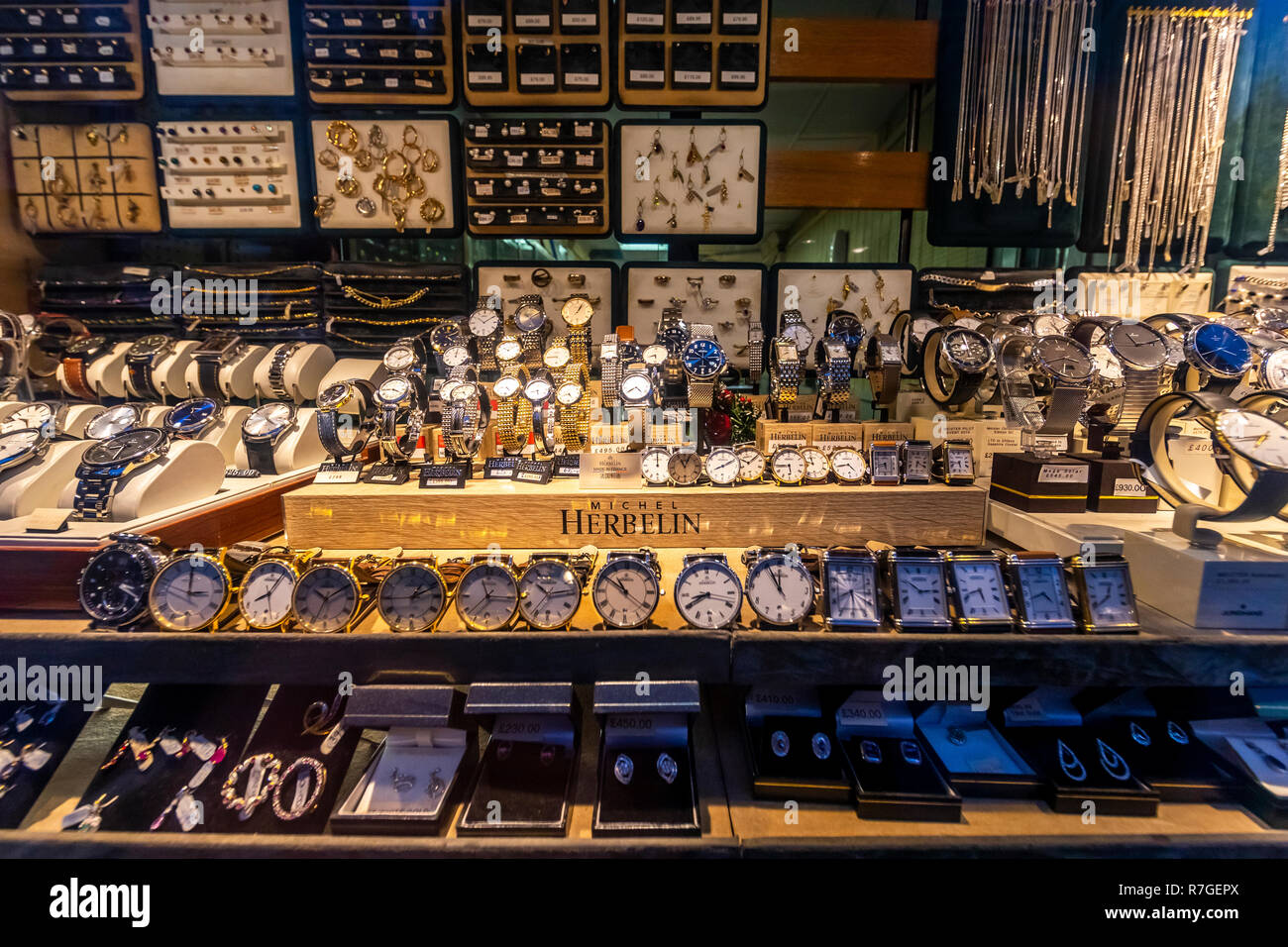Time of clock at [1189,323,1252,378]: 3:40
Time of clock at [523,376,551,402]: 8:27
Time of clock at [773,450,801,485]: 5:44
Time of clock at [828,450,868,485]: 4:43
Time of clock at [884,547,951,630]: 10:14
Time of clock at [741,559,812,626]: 11:55
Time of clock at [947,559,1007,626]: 5:42
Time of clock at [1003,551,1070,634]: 4:42
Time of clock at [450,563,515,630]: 11:15
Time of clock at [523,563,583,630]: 10:13
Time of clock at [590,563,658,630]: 10:50
